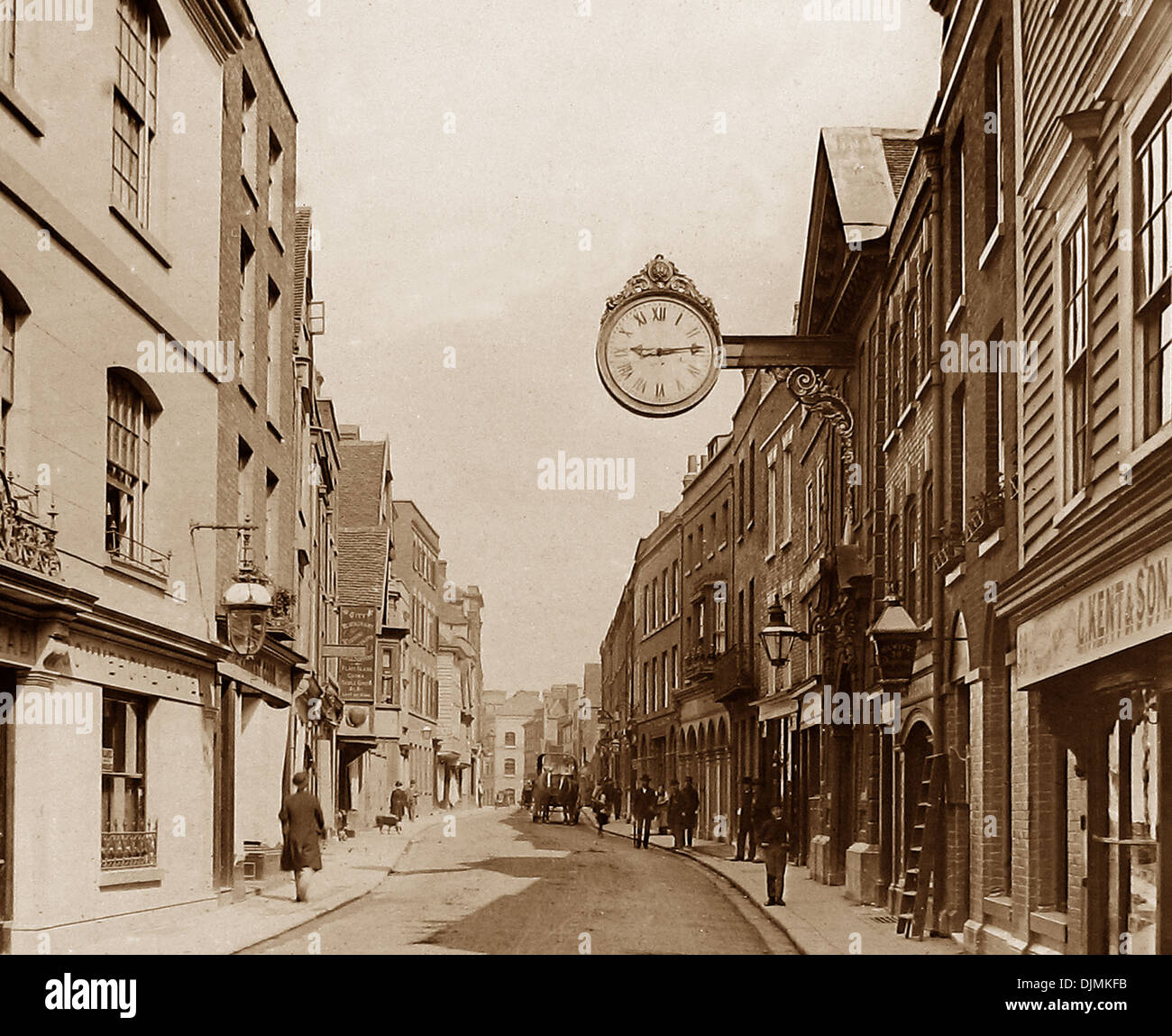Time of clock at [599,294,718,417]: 9:13
